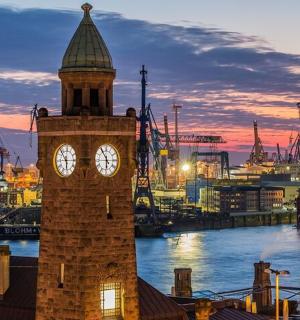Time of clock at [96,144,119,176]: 5:54
